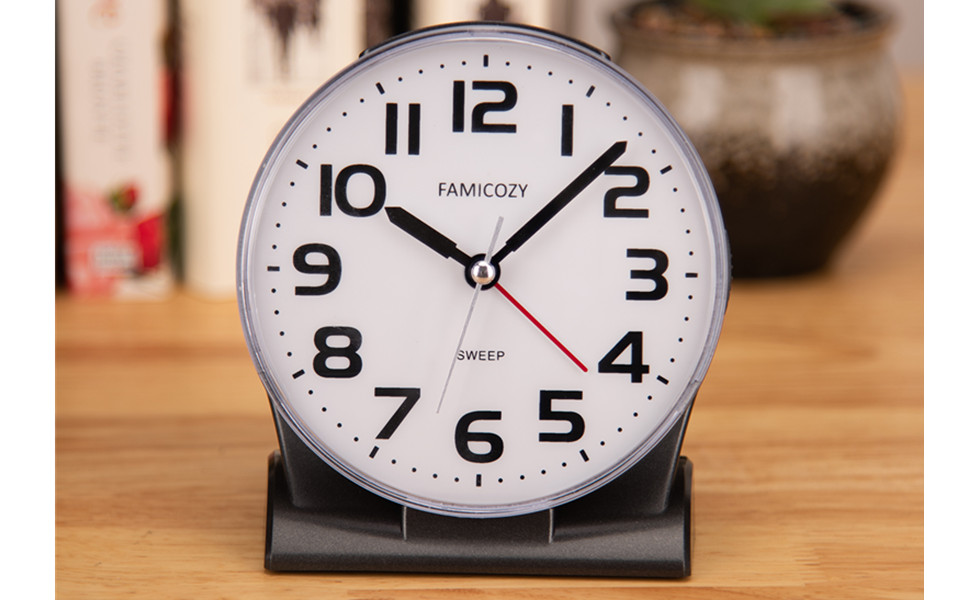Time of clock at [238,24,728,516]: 10:07
